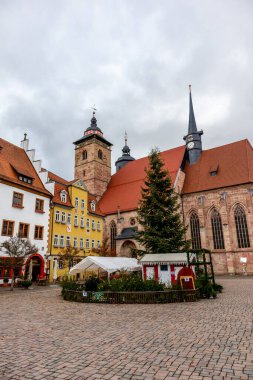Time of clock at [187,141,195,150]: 7:37
